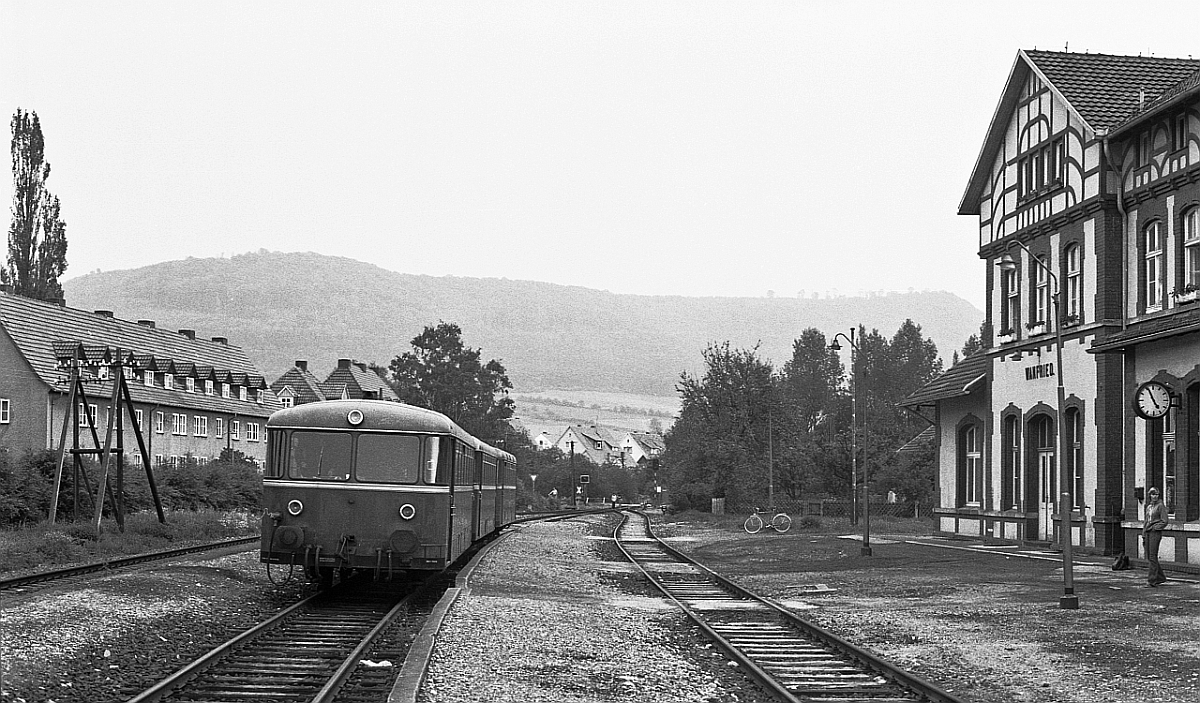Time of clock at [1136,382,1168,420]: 4:56
